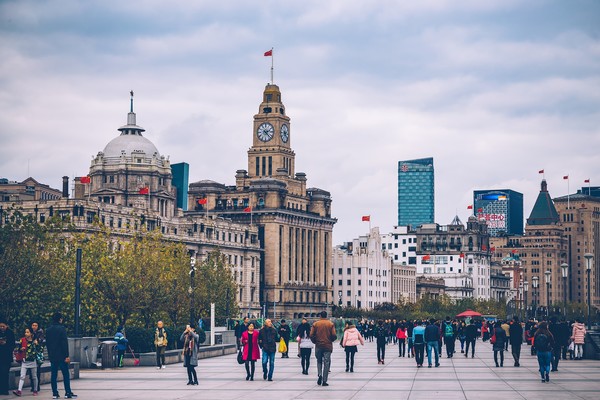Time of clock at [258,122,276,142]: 2:22
